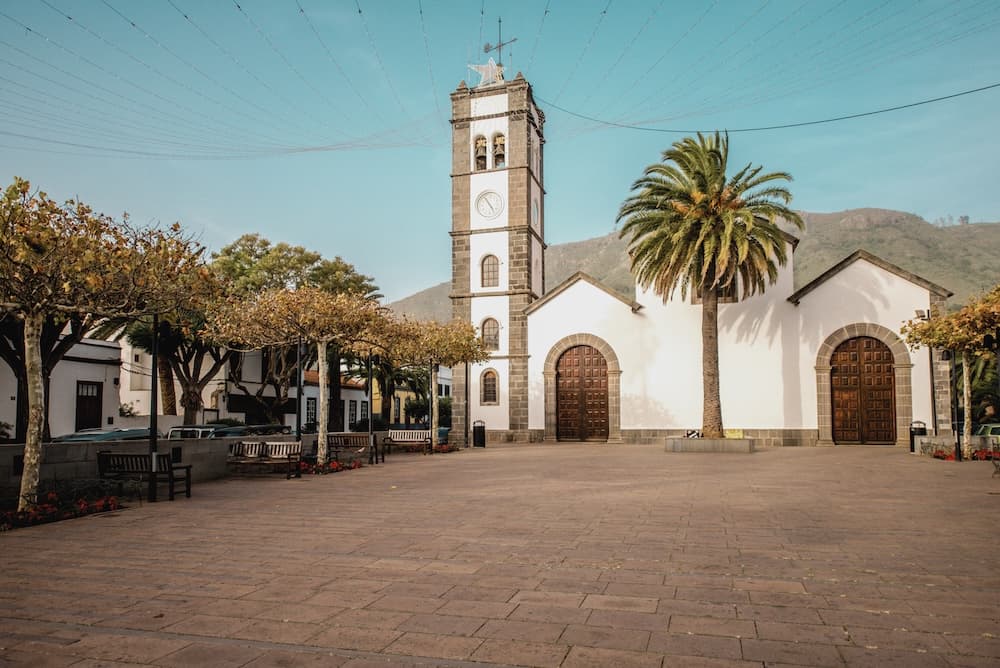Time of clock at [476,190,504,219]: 4:54
